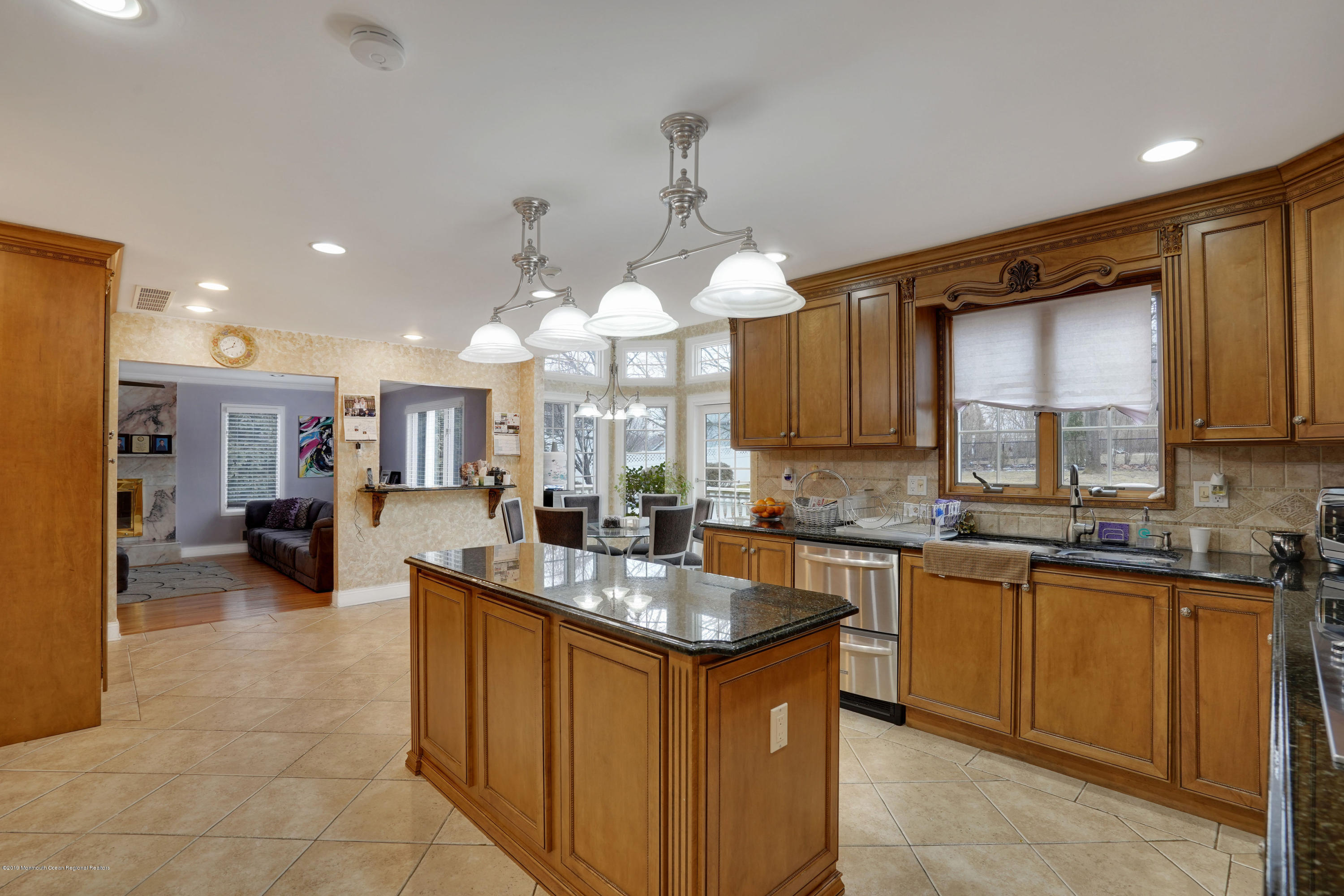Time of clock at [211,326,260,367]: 12:40
